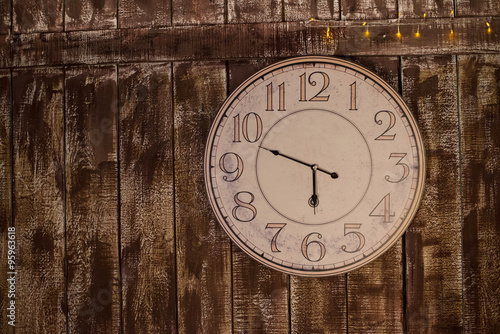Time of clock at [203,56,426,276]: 5:48
